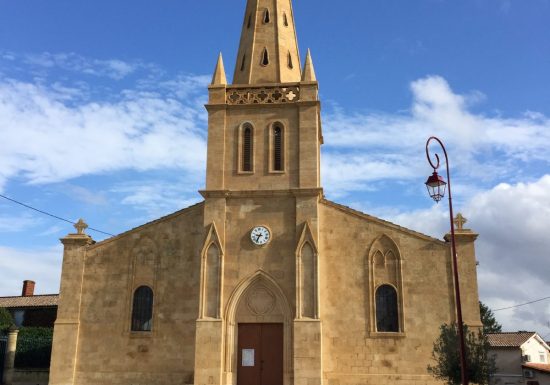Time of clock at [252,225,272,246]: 9:36
